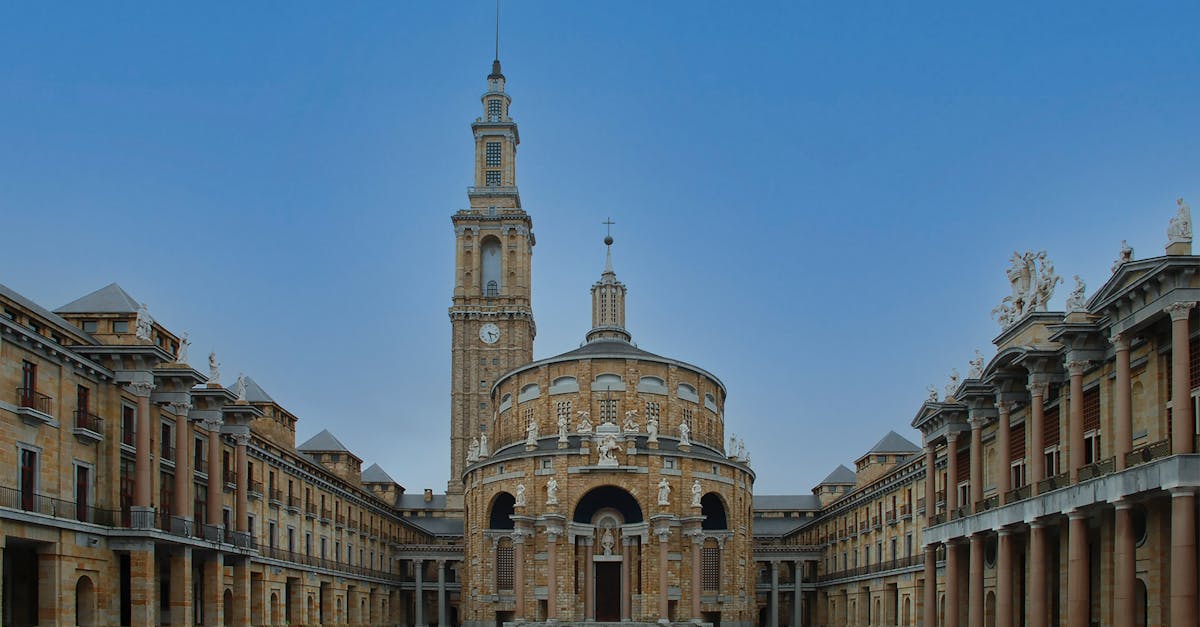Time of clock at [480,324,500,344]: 3:27
